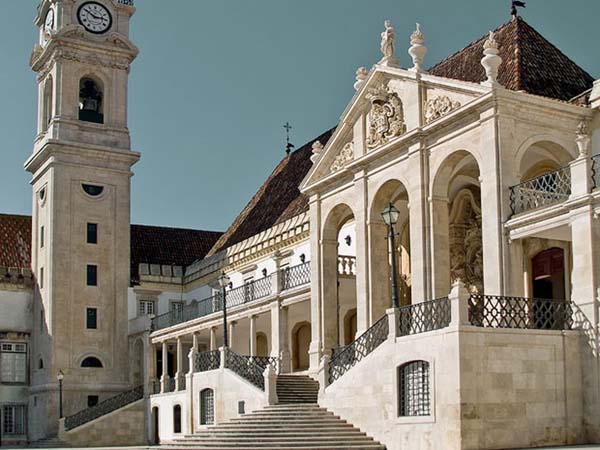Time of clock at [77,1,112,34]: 2:50
